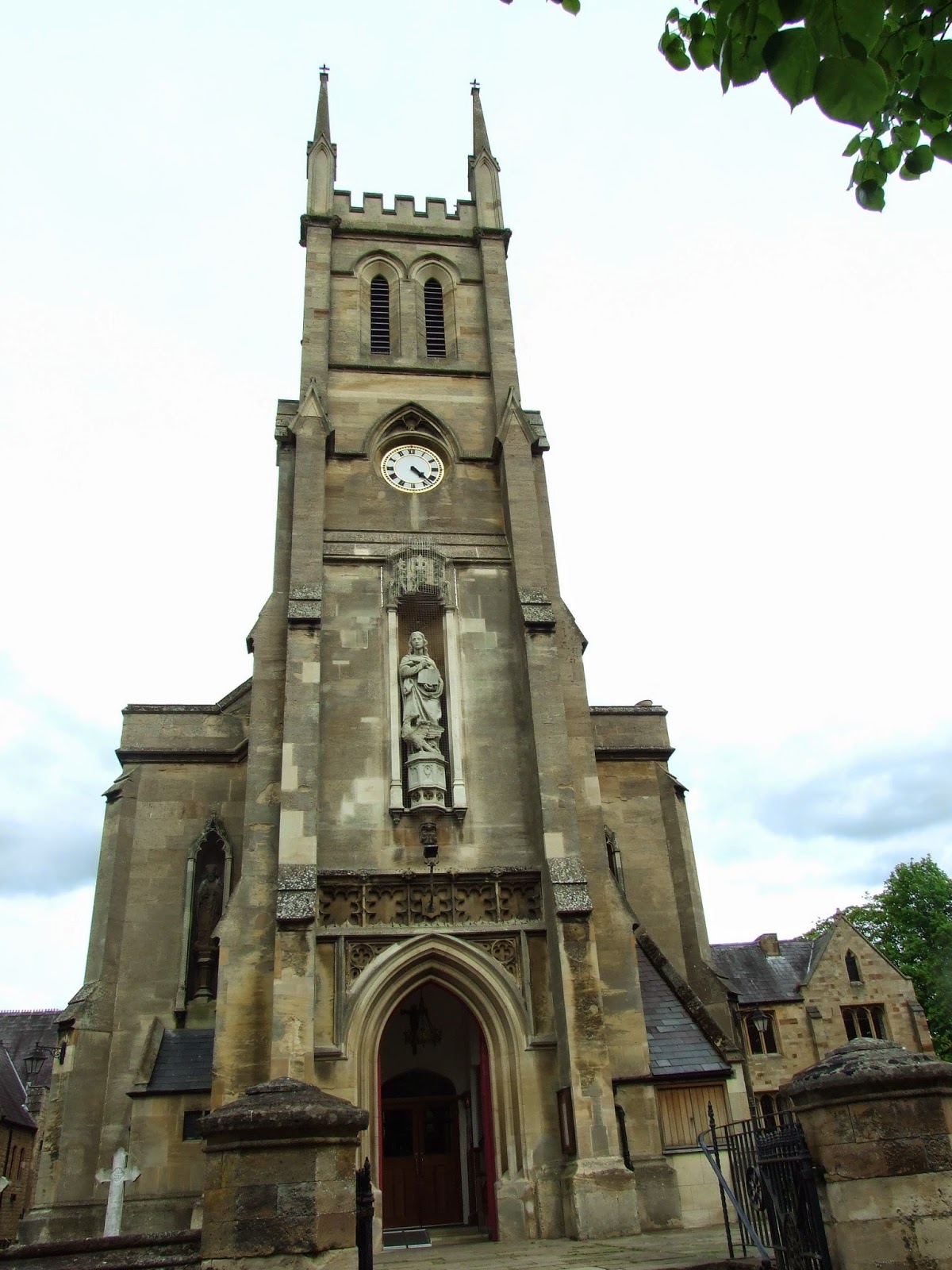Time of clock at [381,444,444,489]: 4:22
